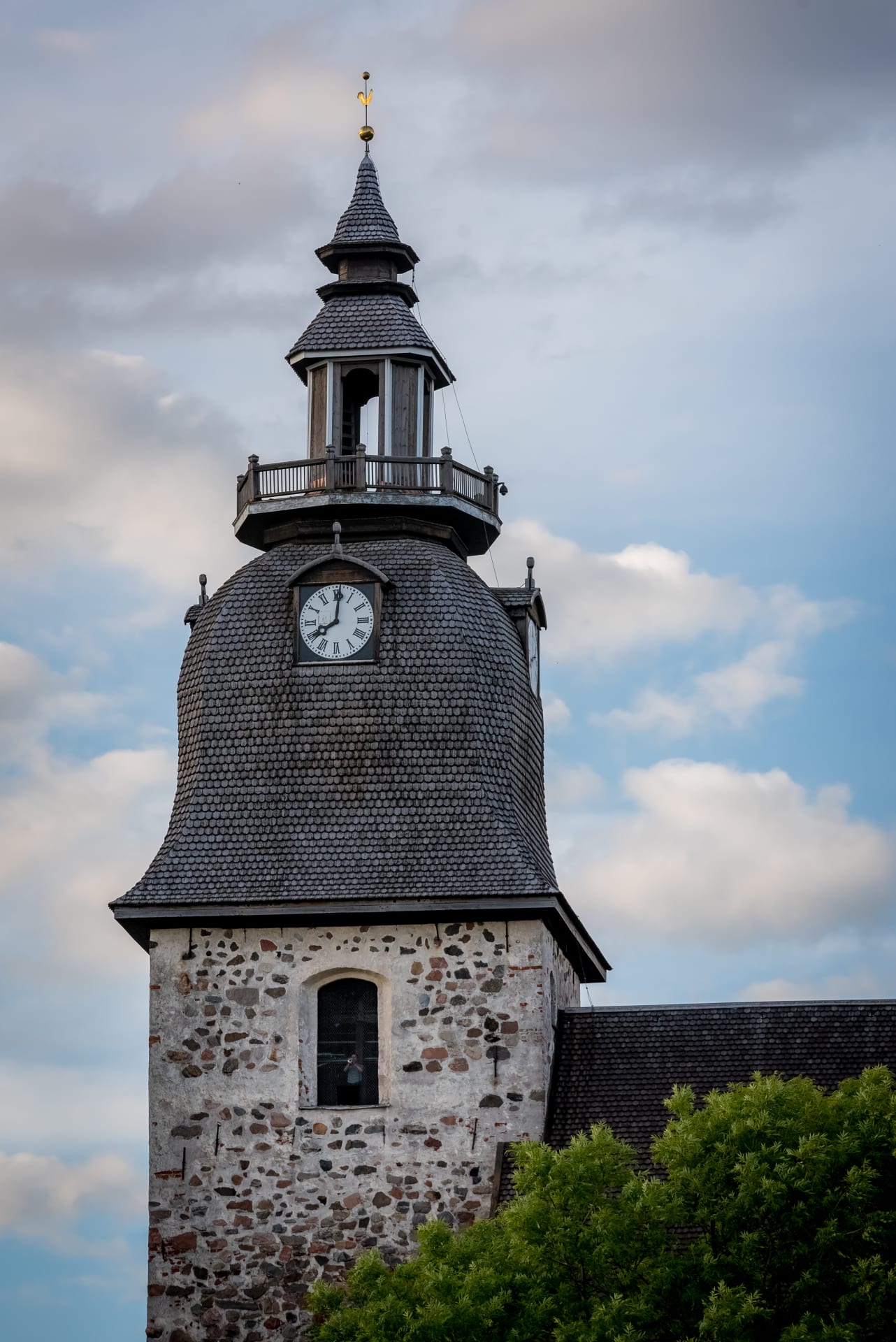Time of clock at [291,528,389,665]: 8:01
